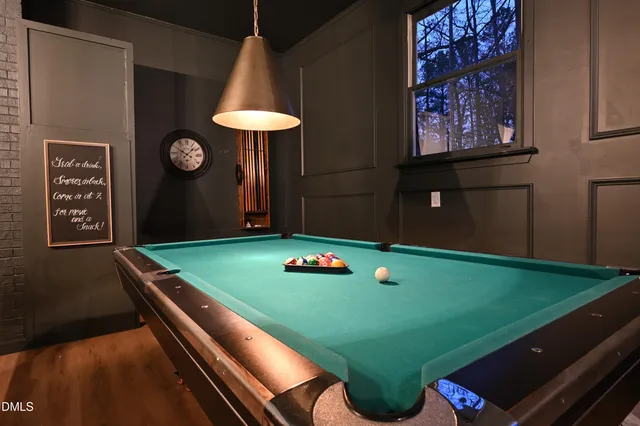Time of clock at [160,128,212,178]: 10:07
